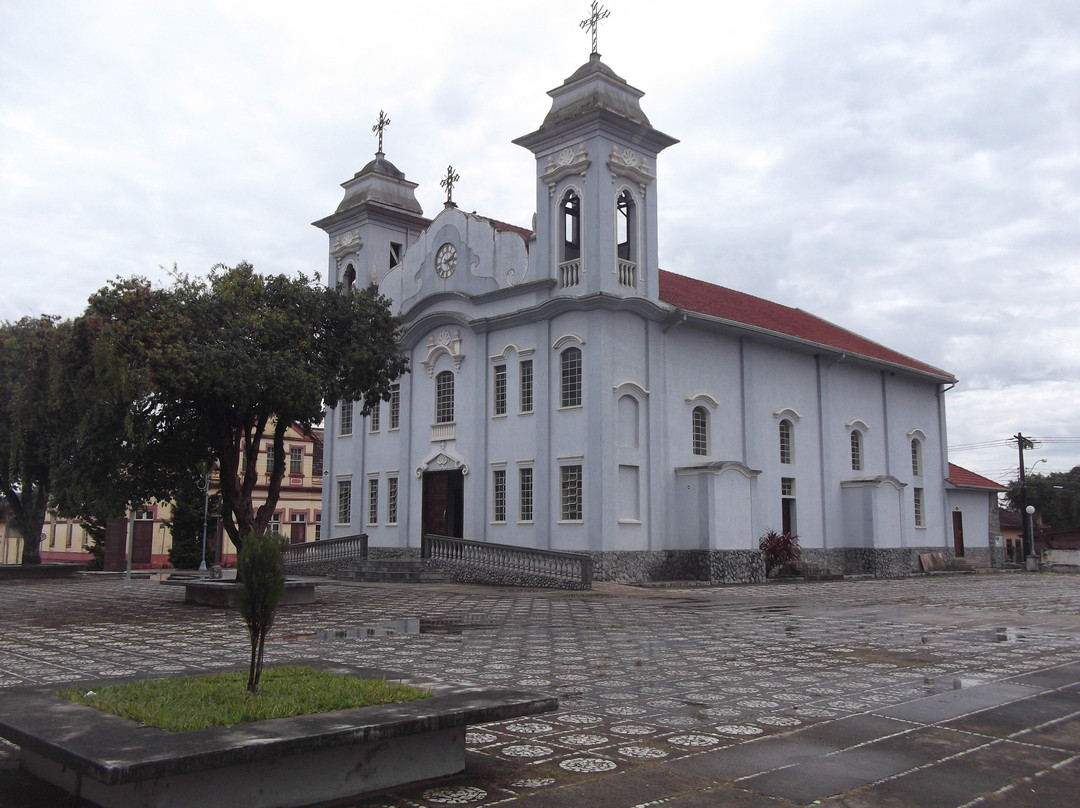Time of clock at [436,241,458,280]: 2:21
